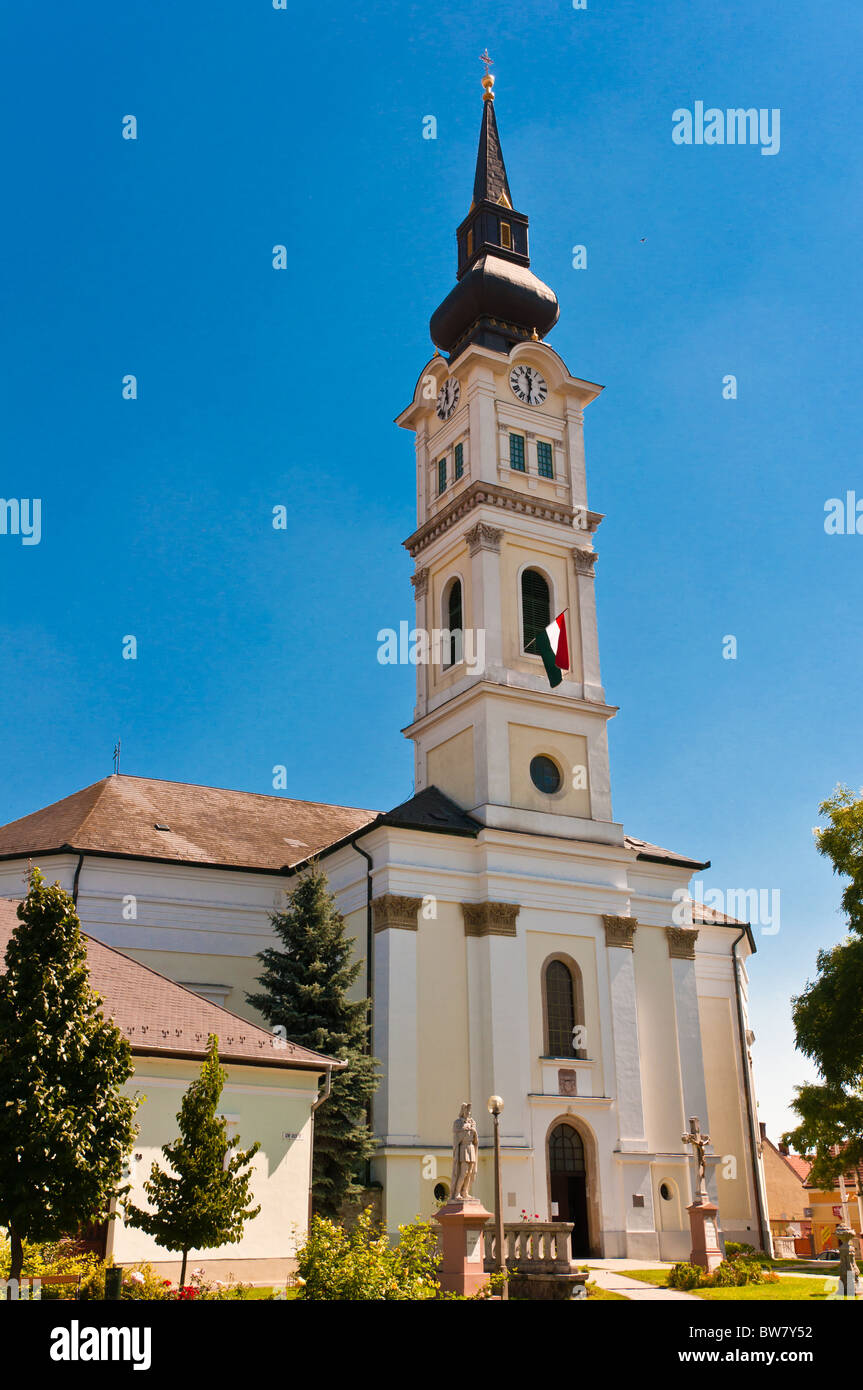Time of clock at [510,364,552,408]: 11:31
